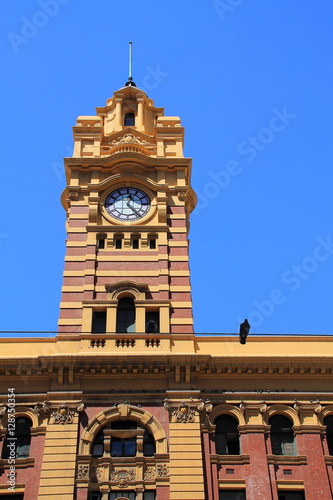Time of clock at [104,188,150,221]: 12:23
